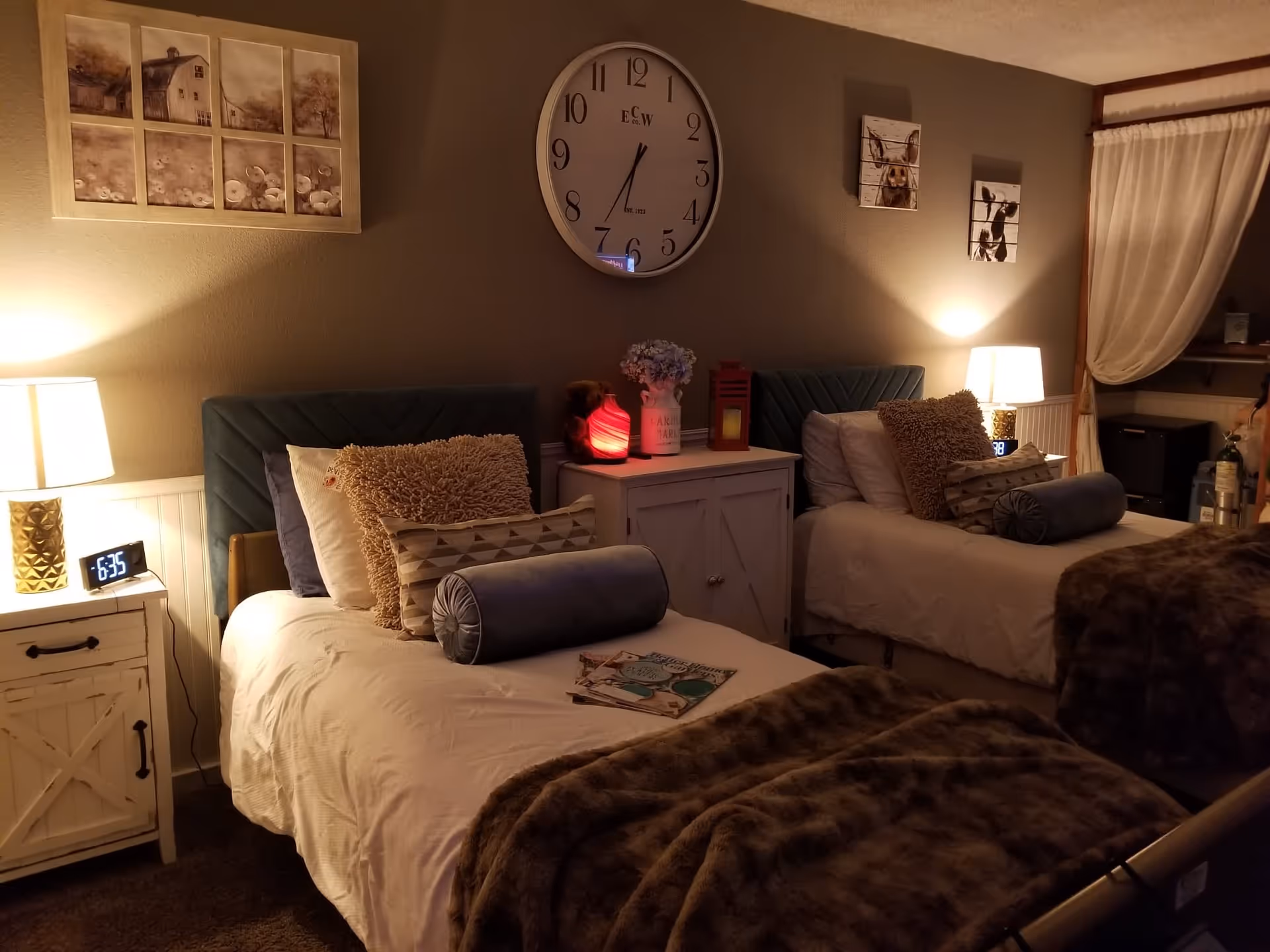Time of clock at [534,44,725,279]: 6:35
